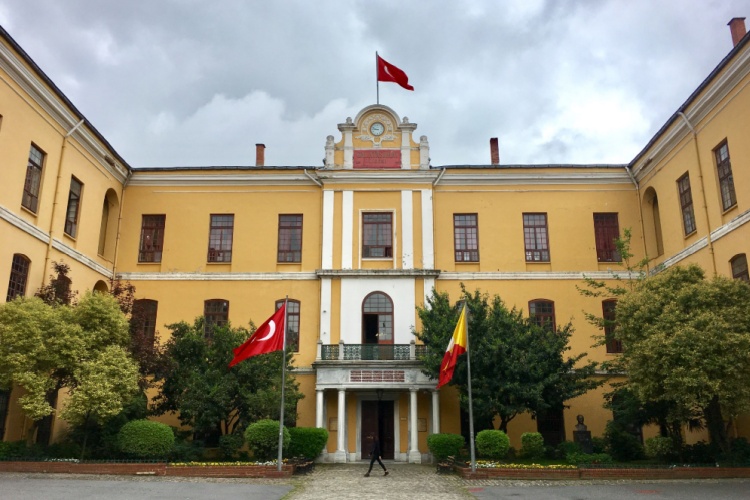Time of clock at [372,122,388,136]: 8:48
